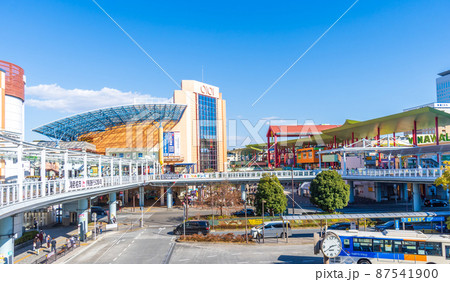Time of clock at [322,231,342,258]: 2:39
